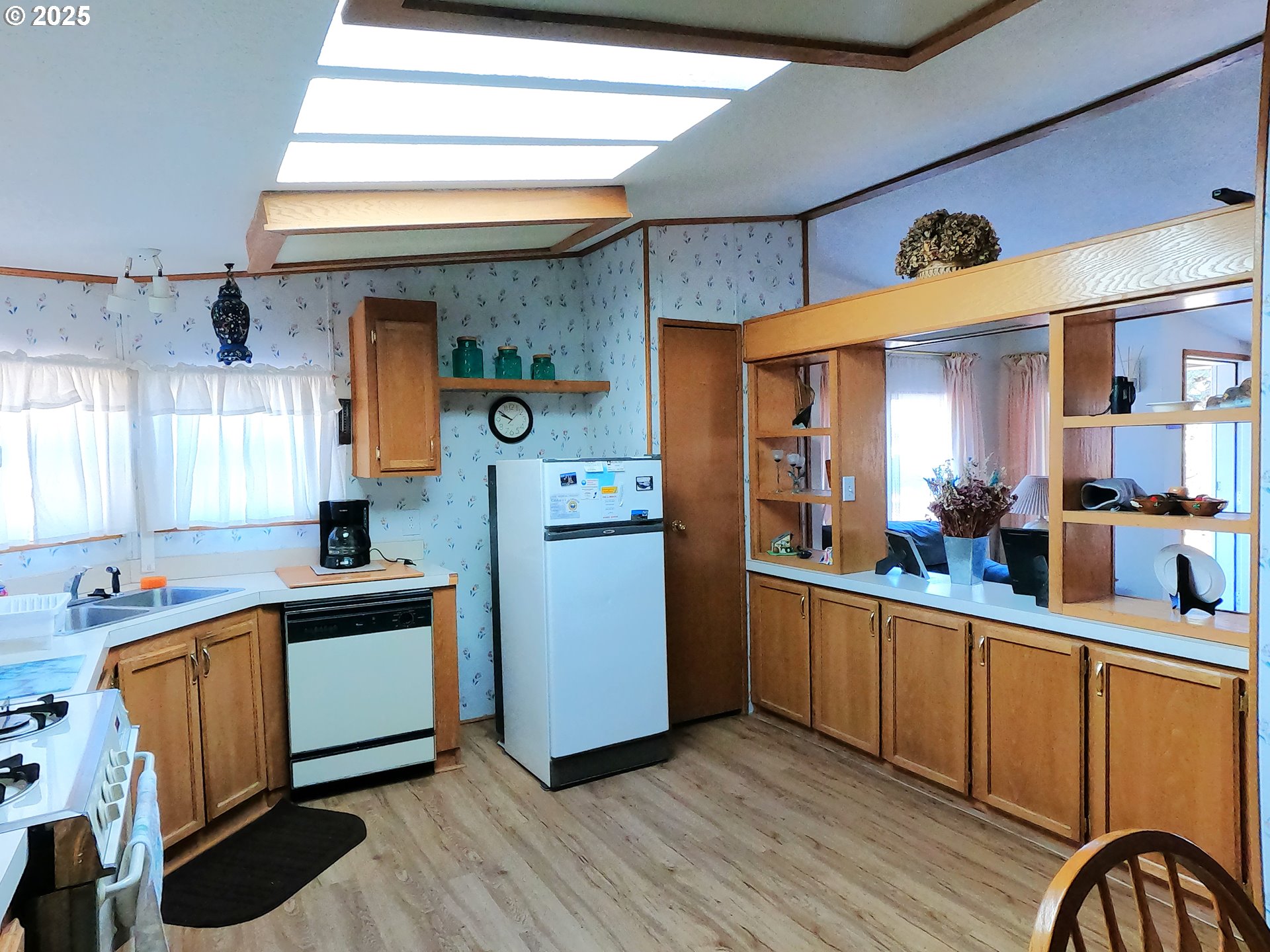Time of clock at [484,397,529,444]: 9:50
